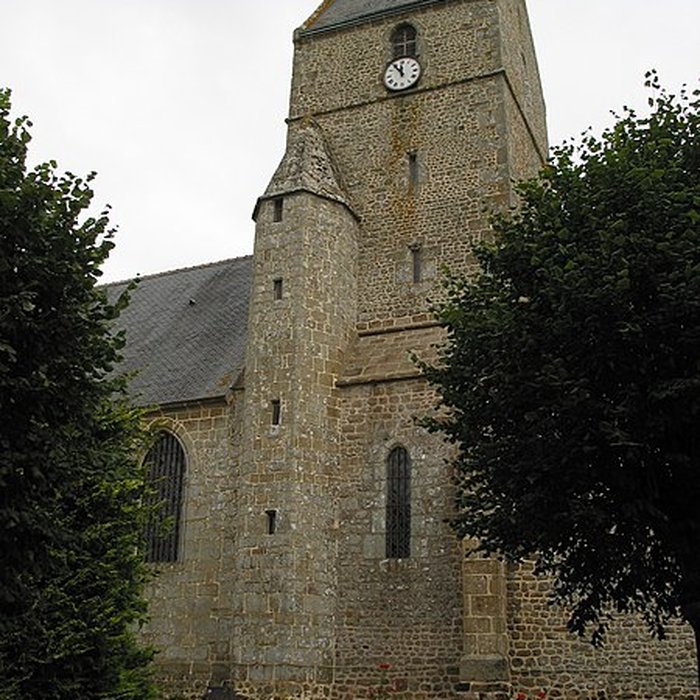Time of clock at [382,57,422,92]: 11:54
